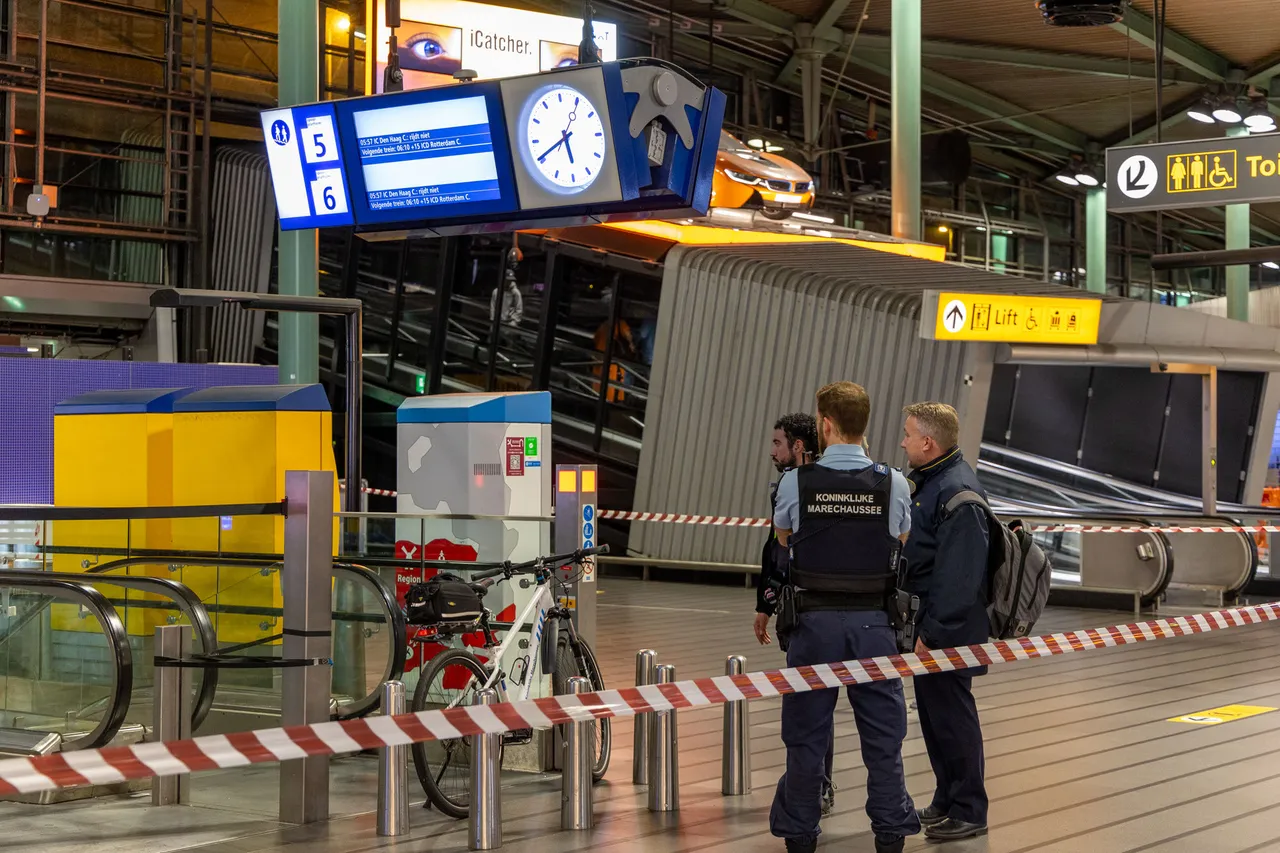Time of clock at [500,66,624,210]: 5:40
